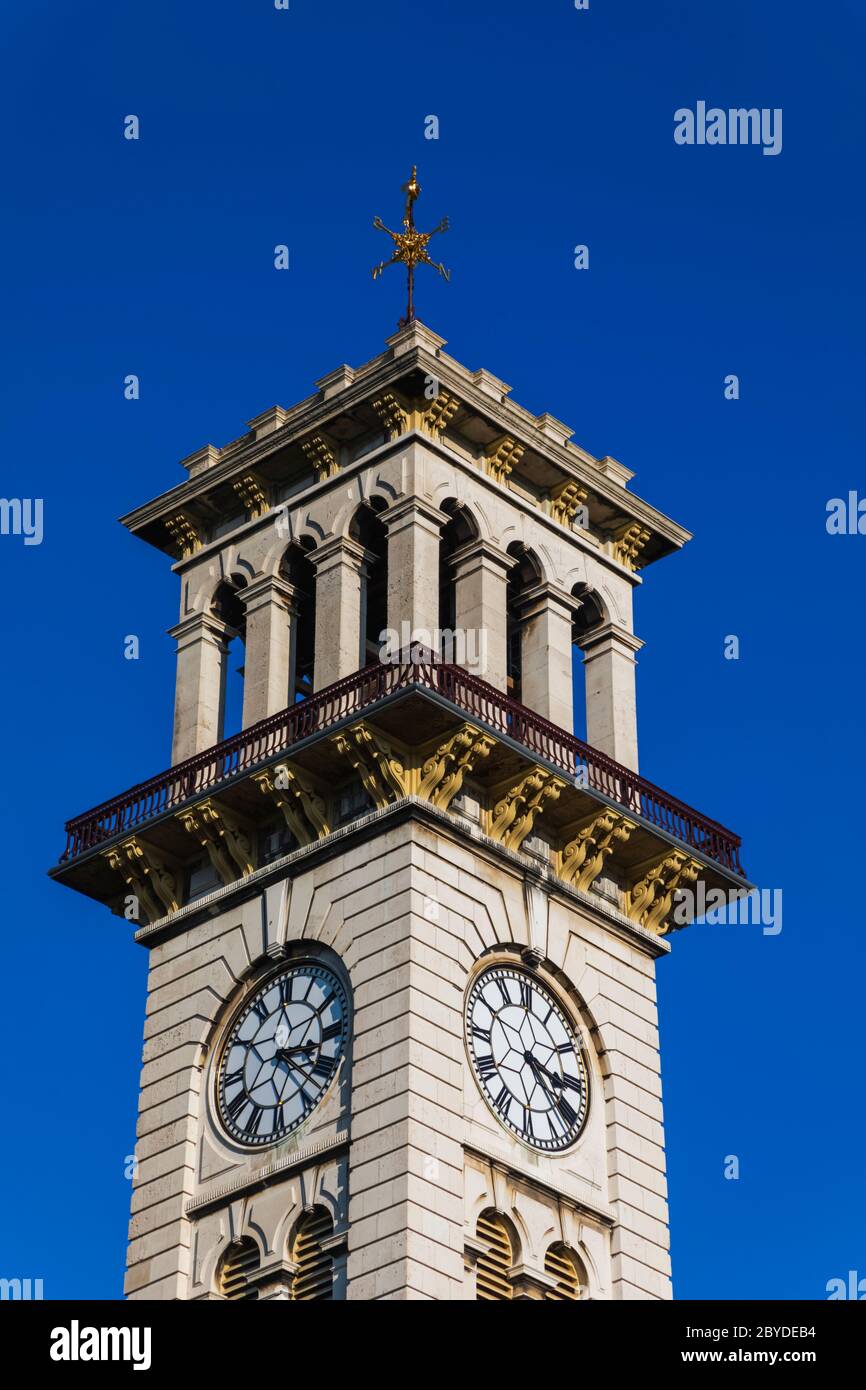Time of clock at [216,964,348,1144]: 3:22
